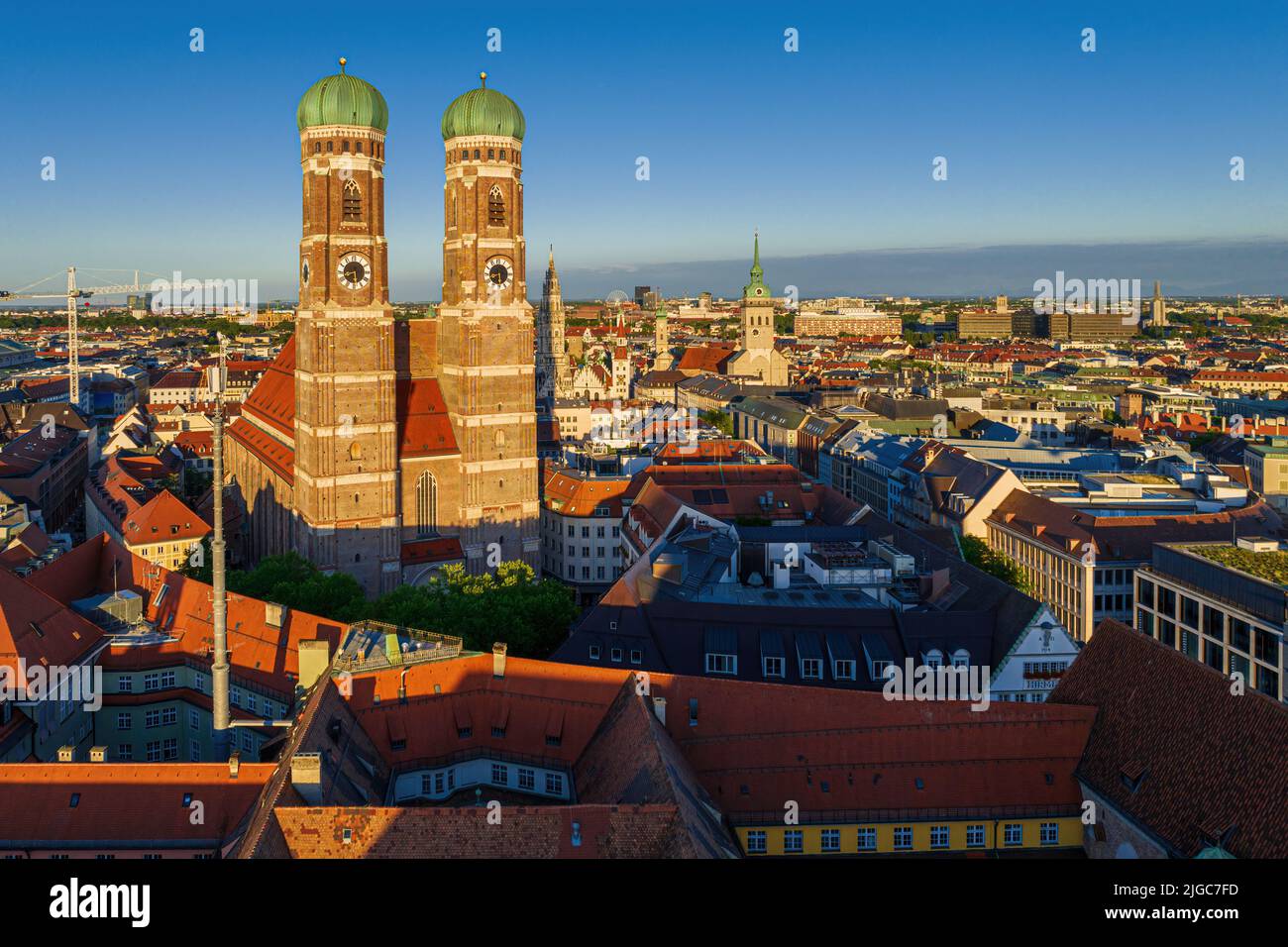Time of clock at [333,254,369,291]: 5:42
